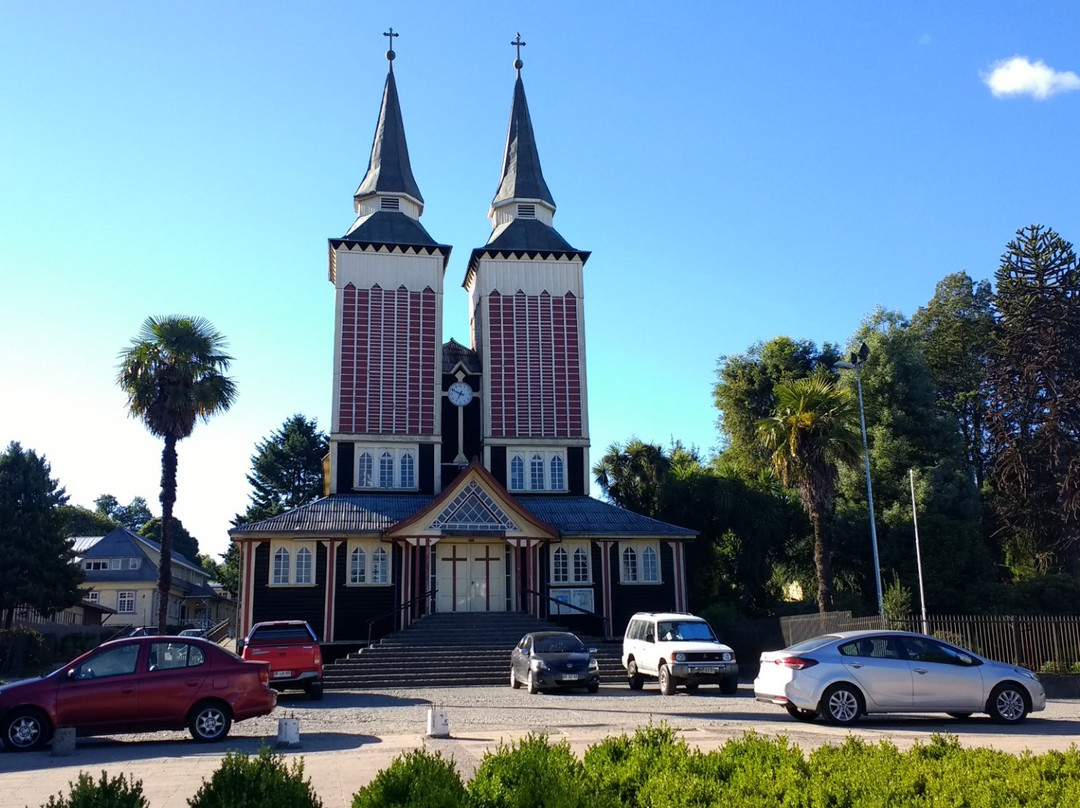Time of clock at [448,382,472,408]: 6:49
